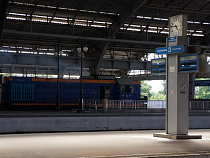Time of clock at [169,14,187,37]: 4:46
